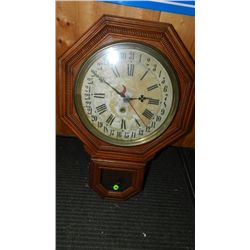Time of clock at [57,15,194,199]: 2:49
